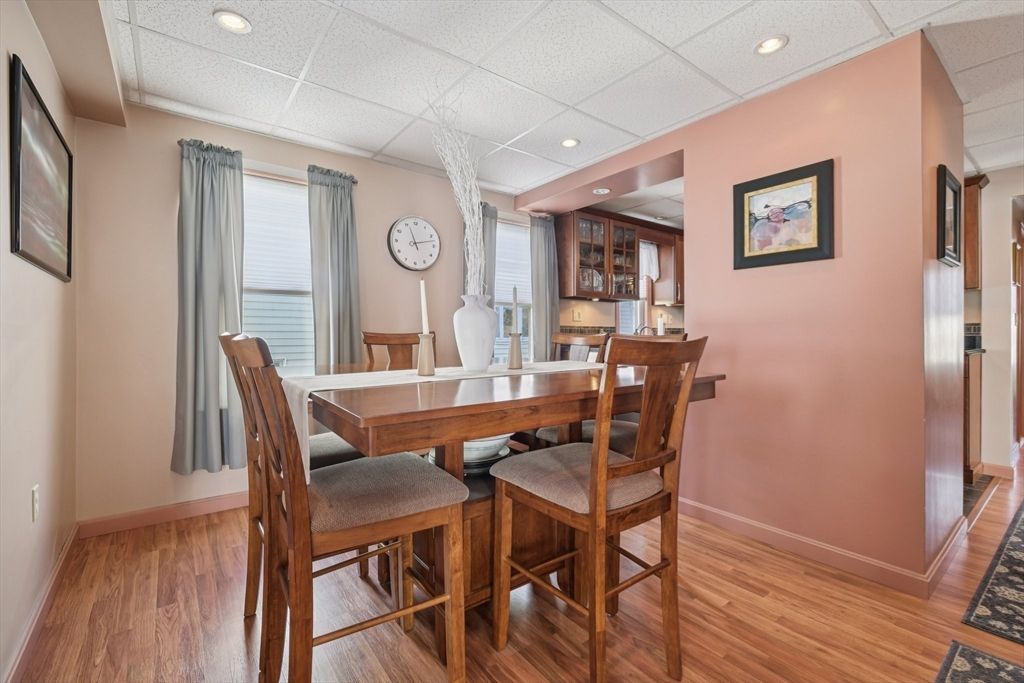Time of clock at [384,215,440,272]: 11:12
